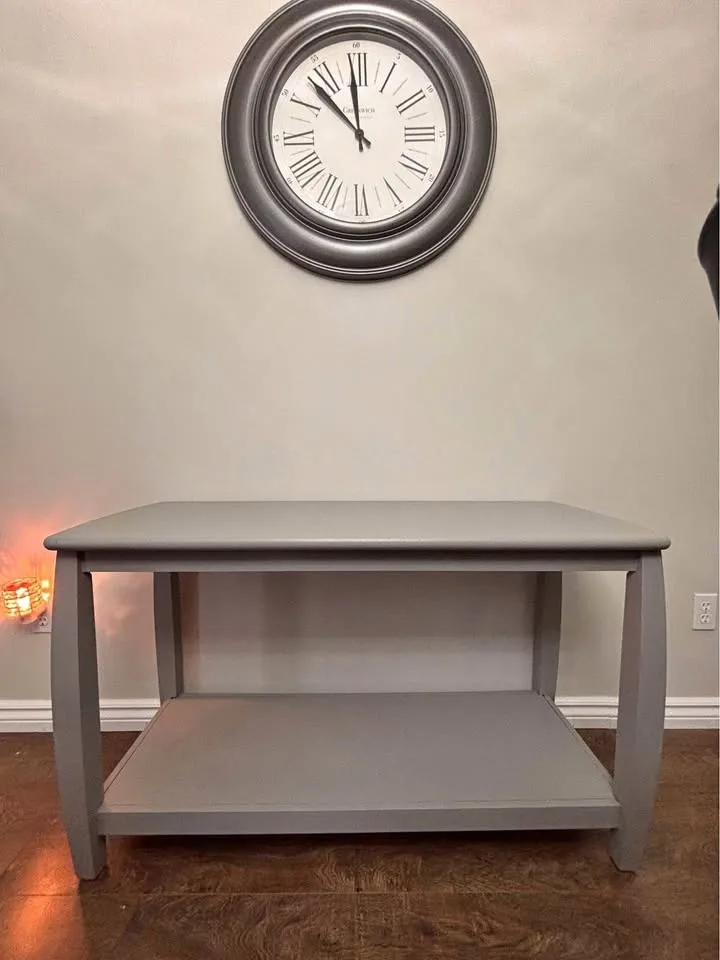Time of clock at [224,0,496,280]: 11:52
